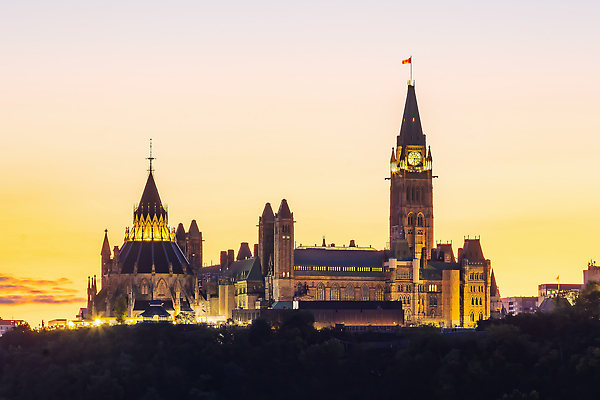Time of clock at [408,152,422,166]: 6:15
